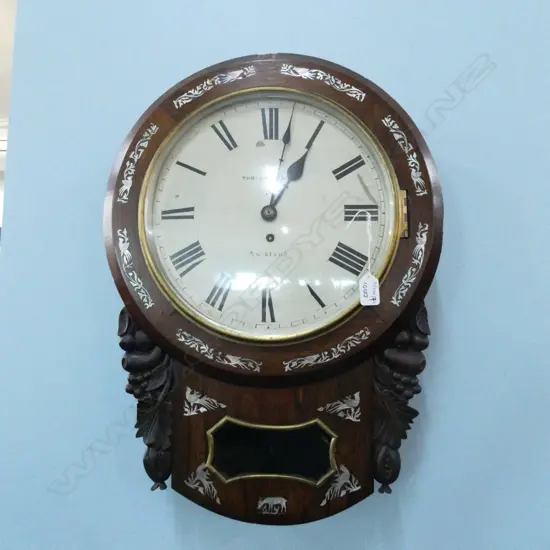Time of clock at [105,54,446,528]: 1:02
